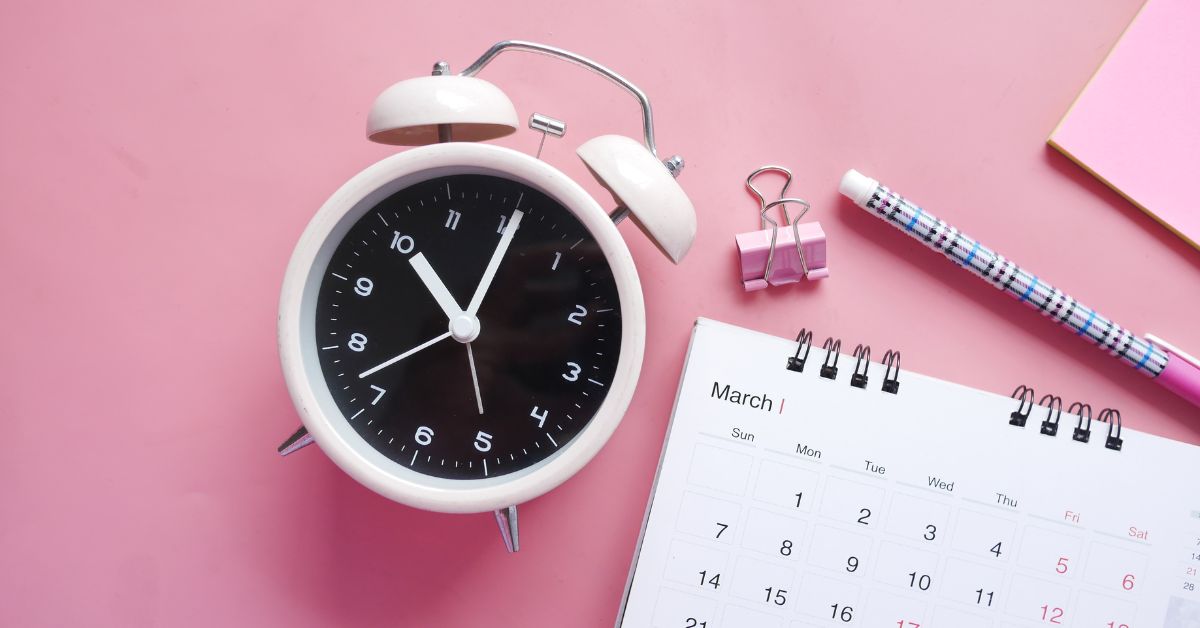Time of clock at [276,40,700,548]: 11:05
